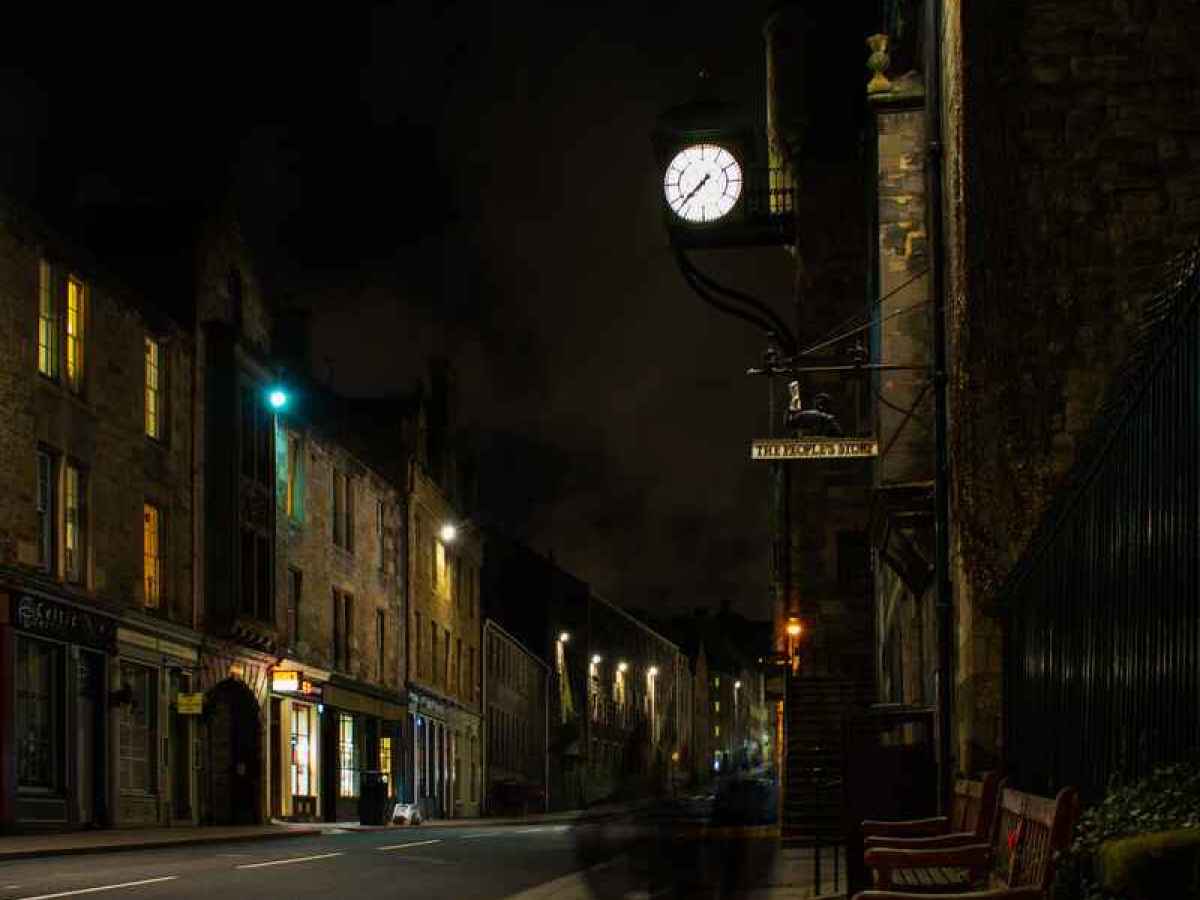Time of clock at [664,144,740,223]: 7:37
